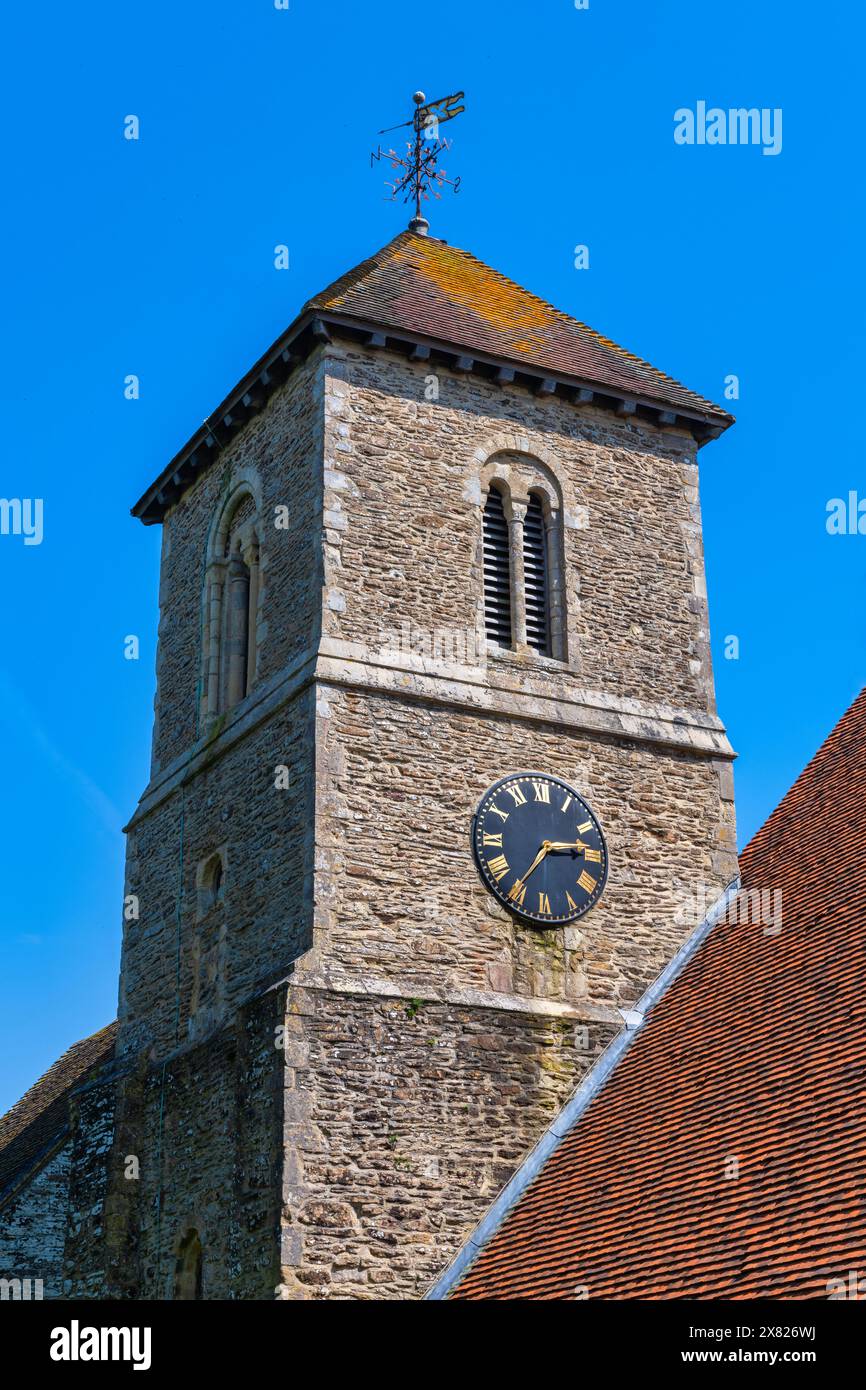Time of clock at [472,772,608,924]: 7:14
